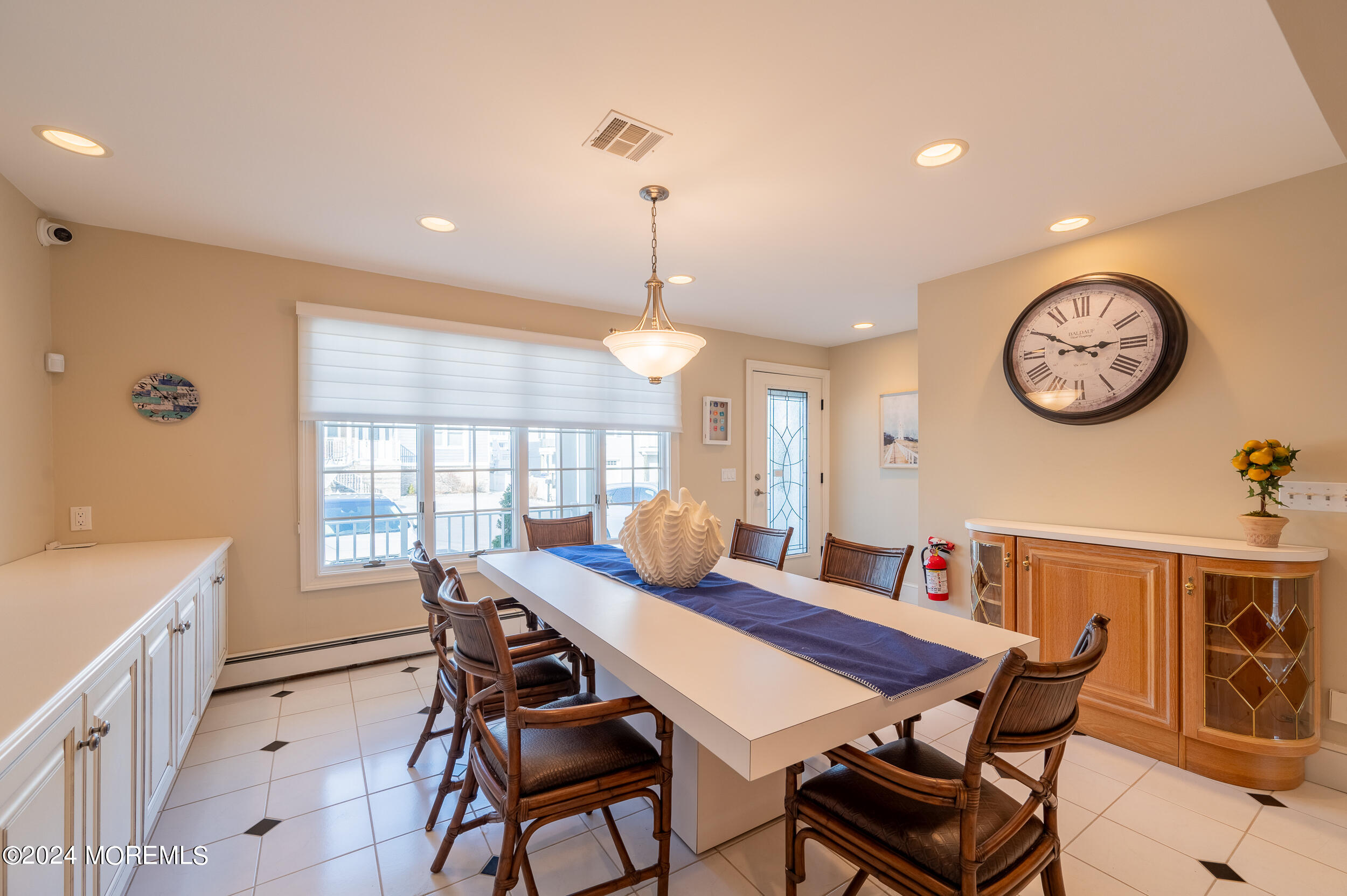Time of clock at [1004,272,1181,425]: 2:50
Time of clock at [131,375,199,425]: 2:52
